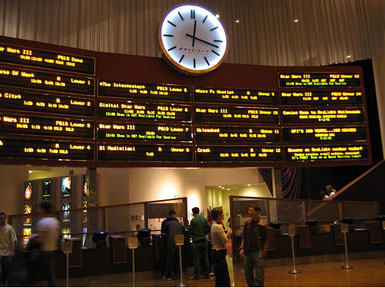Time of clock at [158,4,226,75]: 12:17
